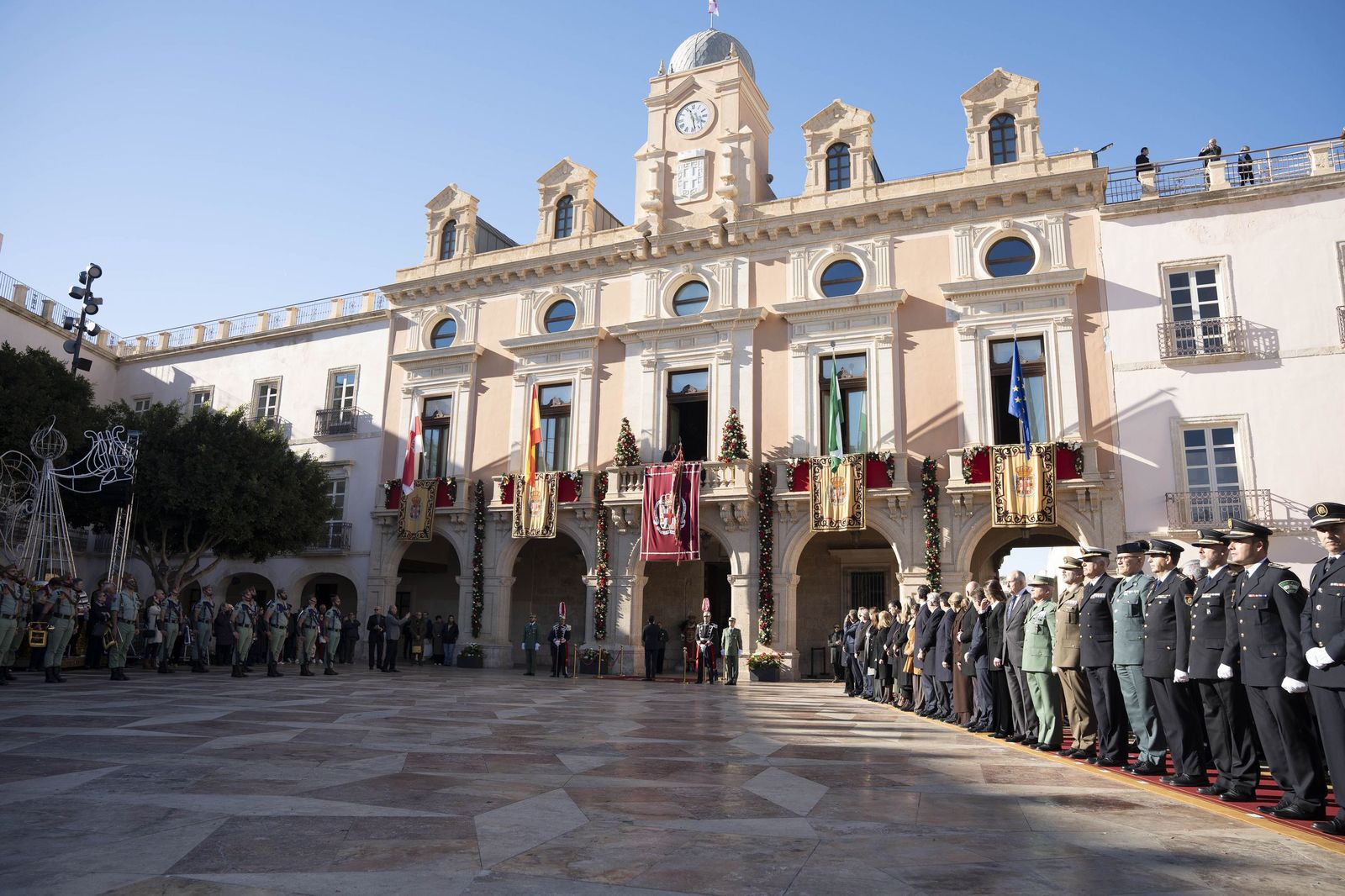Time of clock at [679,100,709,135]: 11:28
